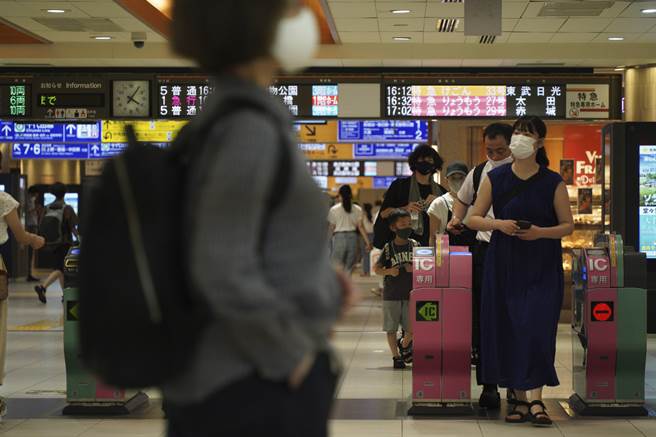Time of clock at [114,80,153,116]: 4:06
